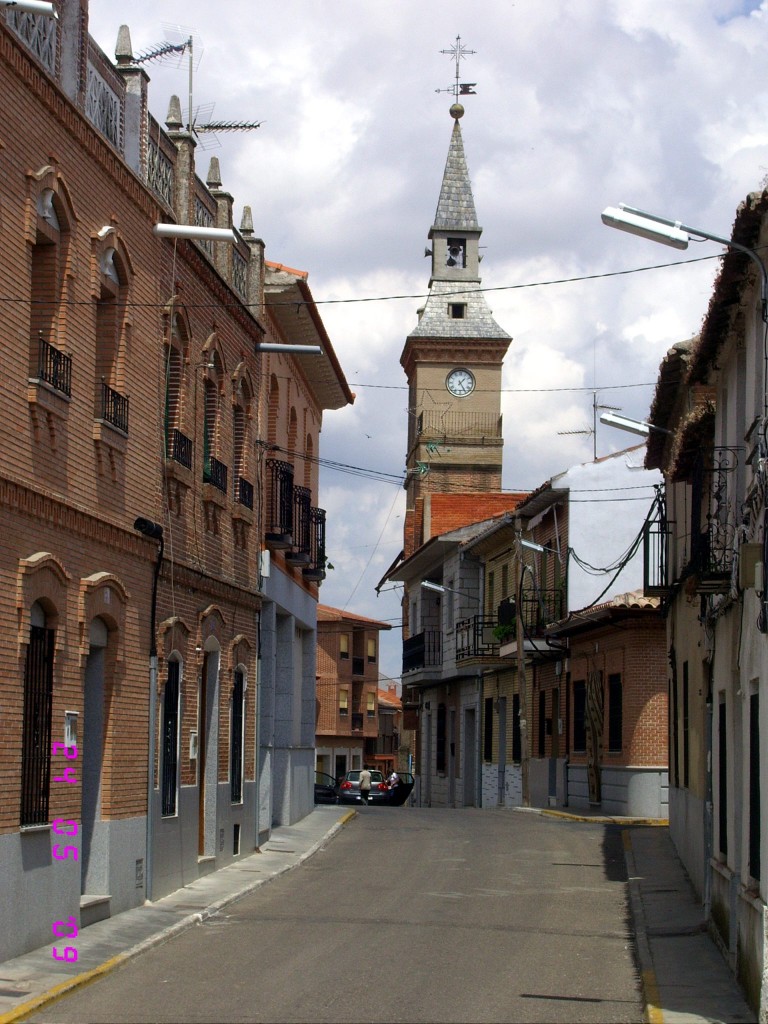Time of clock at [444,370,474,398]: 1:24
